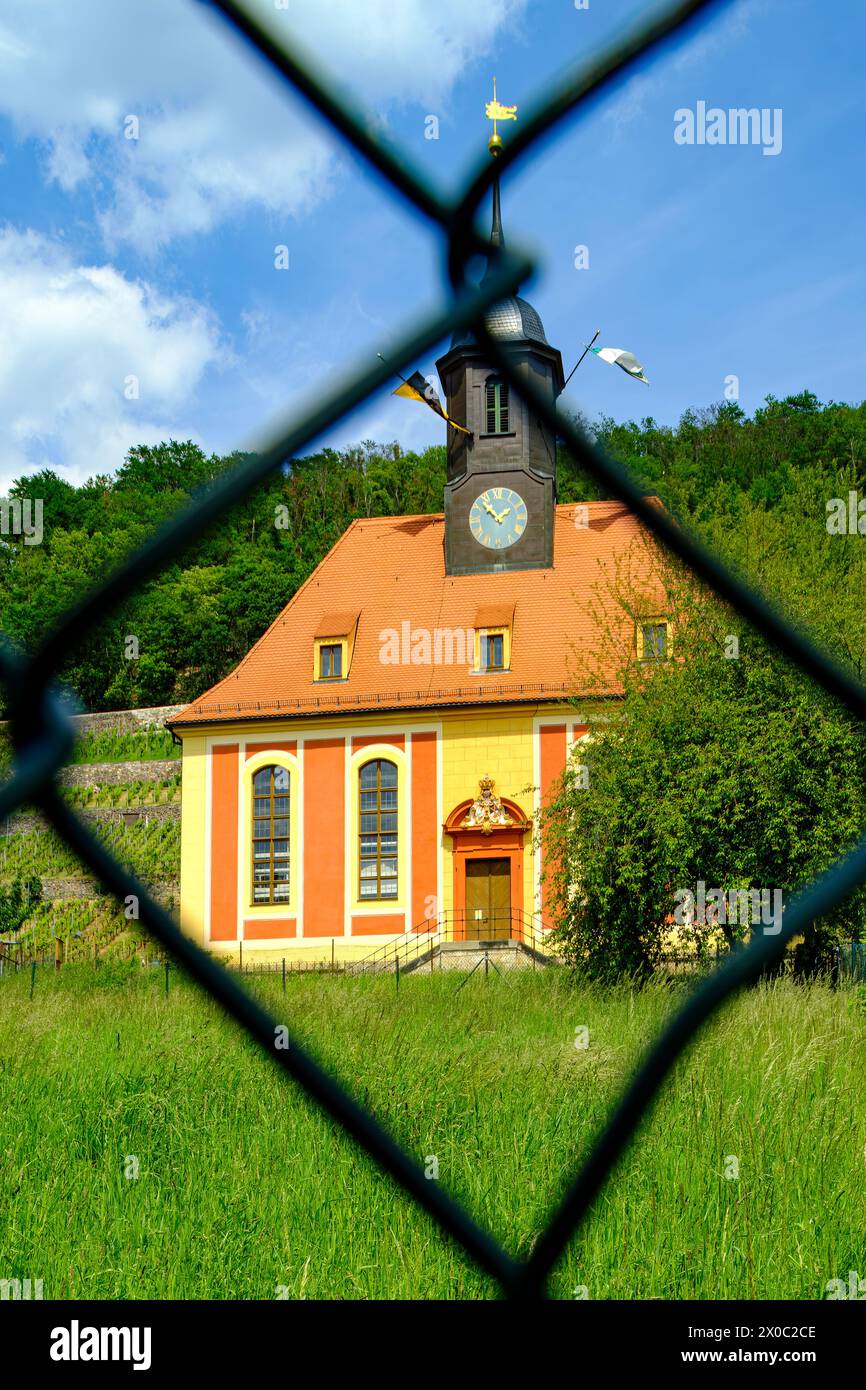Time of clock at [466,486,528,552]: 1:52
